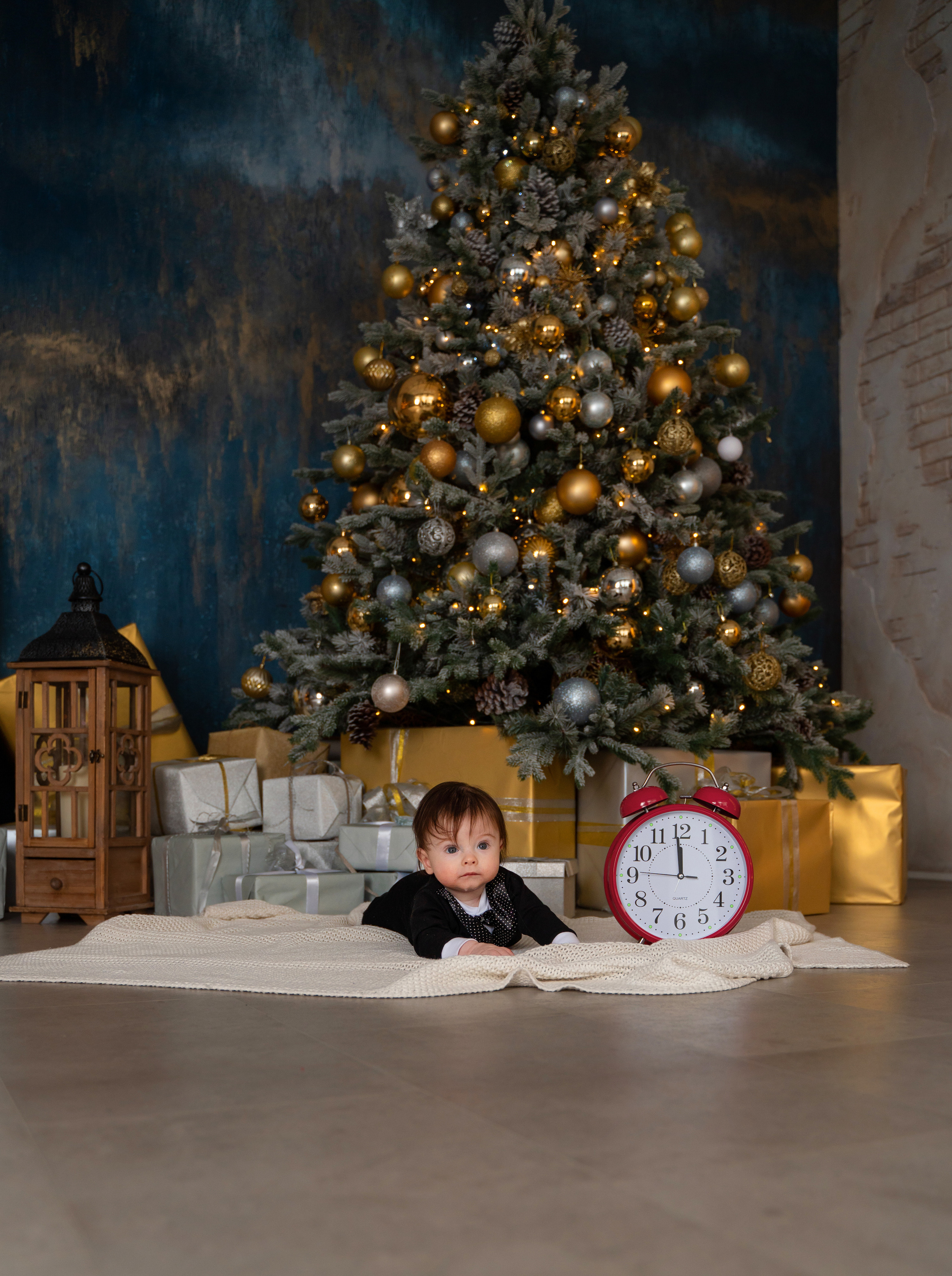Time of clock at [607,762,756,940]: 11:58
